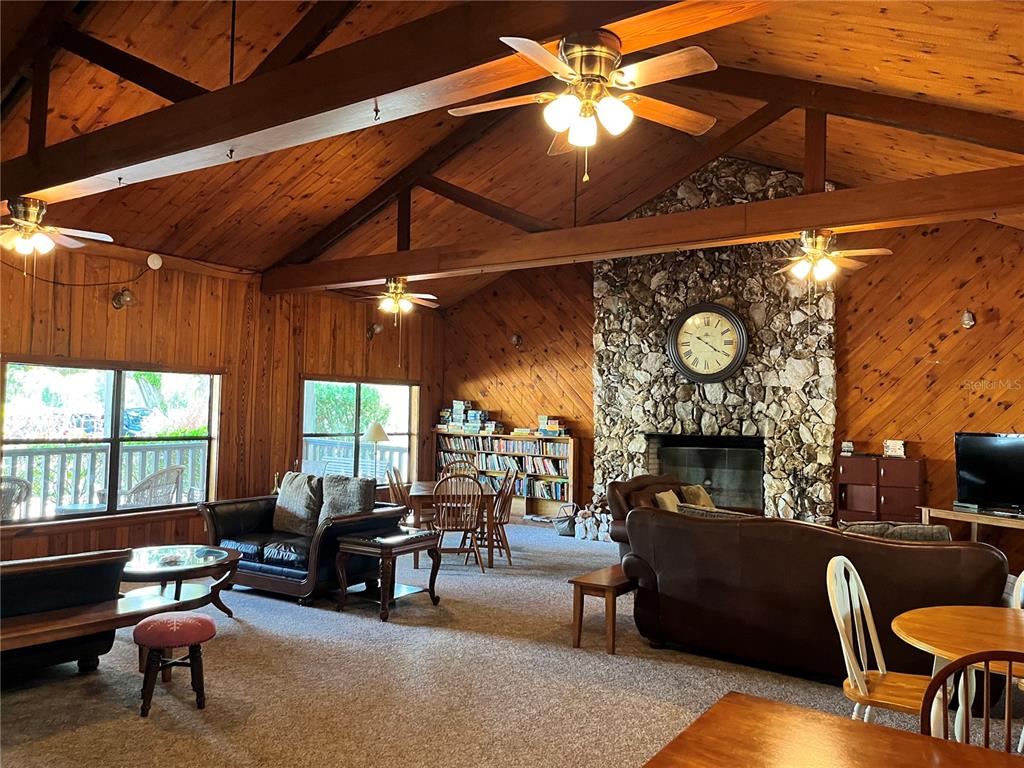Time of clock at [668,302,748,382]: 4:20
